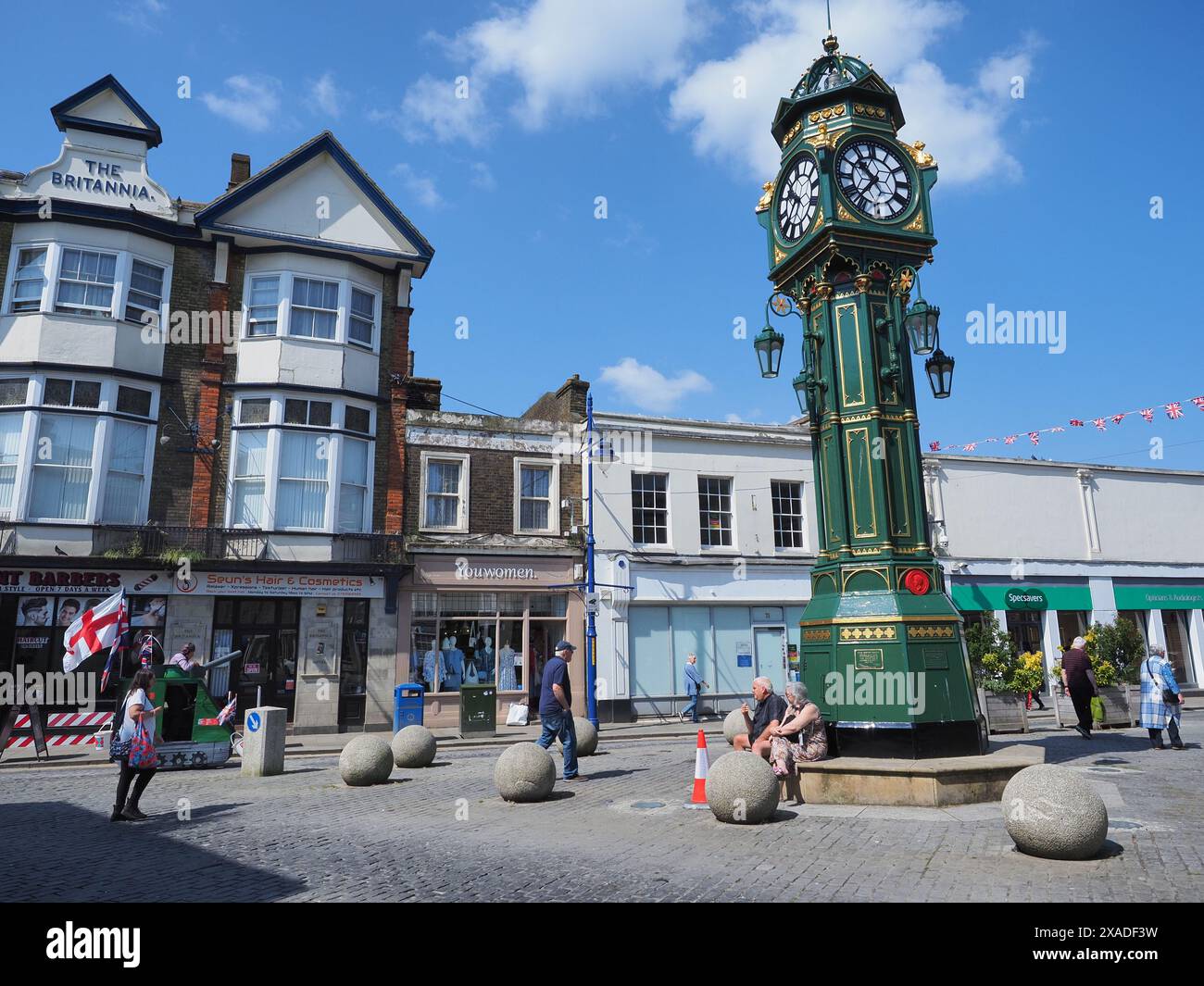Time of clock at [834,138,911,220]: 10:36
